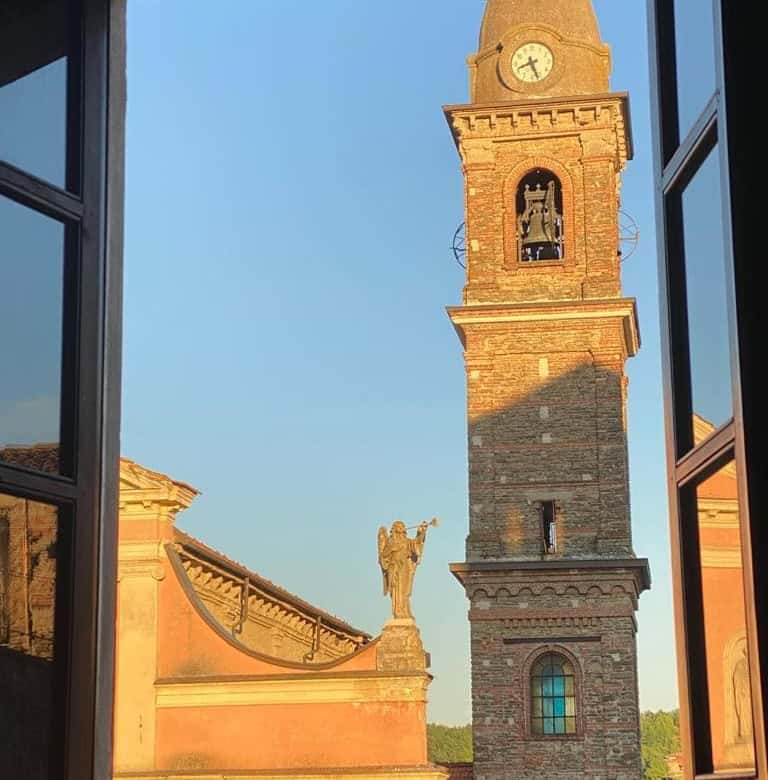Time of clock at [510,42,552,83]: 8:26
